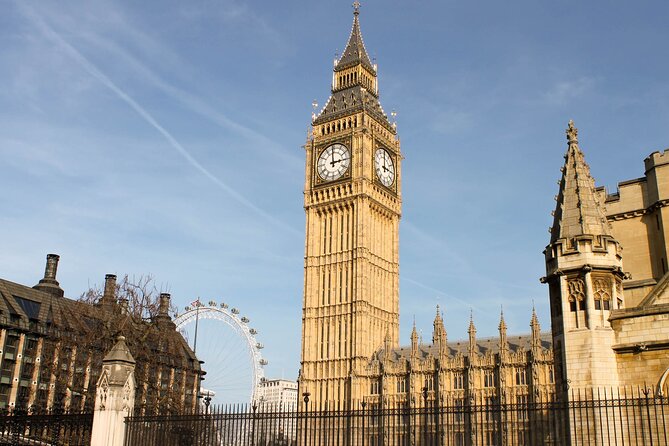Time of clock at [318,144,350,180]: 2:59
